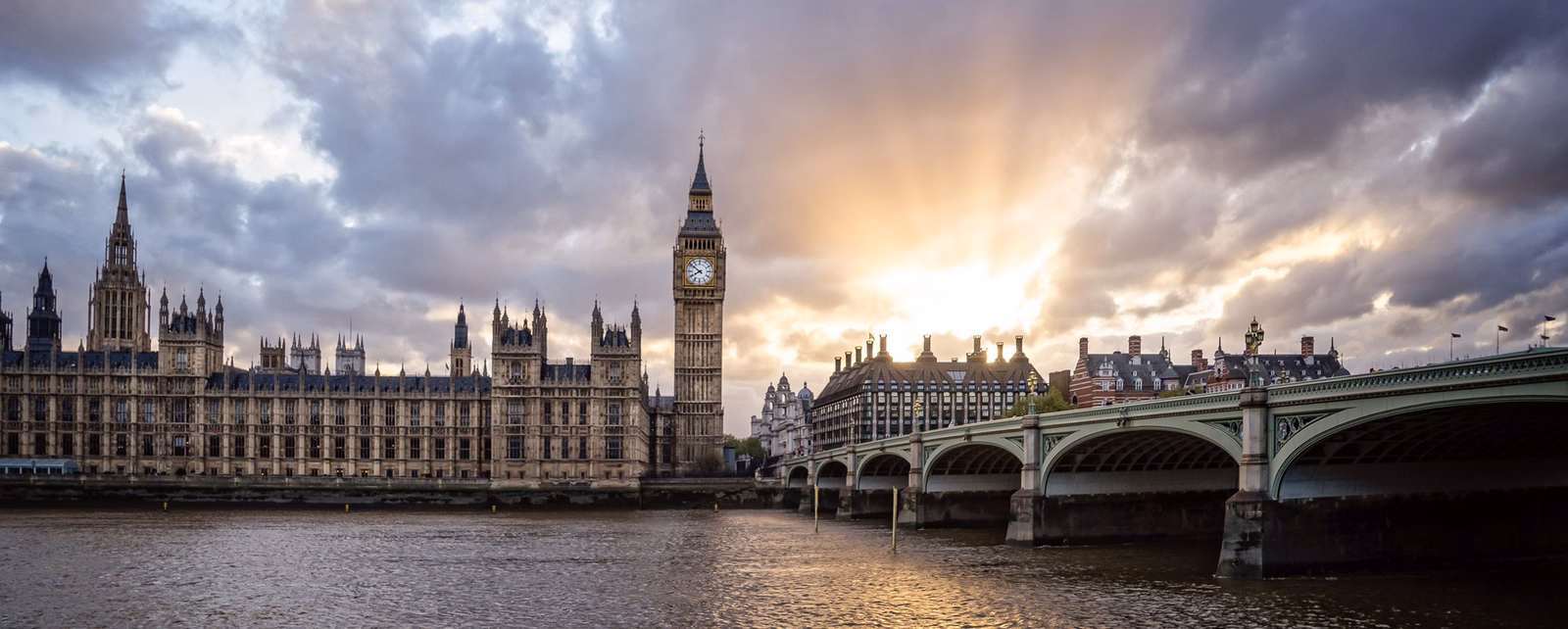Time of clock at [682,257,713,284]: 7:51
